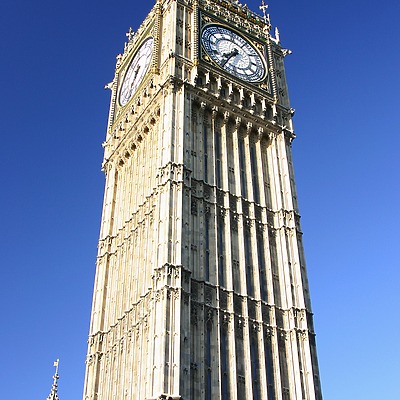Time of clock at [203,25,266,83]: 7:35
